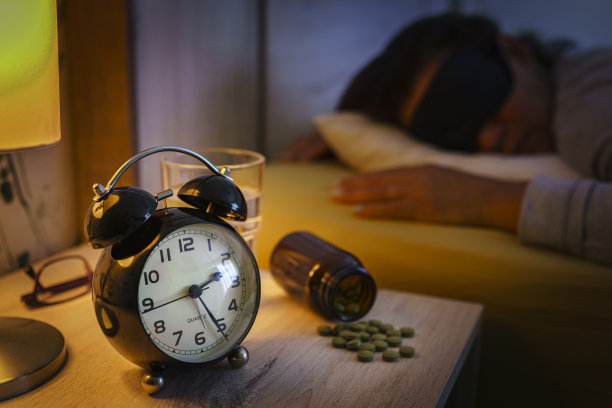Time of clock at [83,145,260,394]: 2:25
